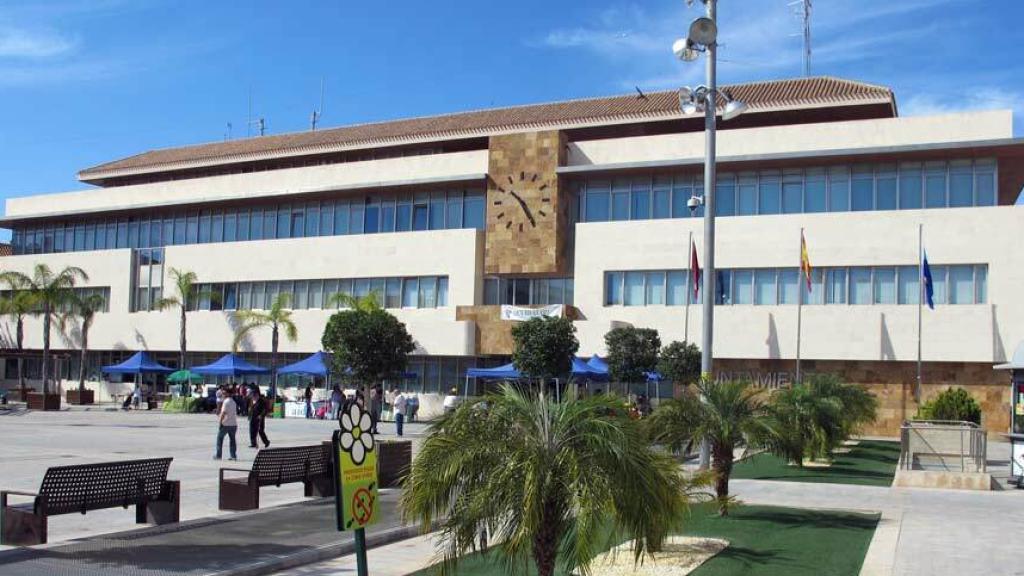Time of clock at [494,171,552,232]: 10:24
